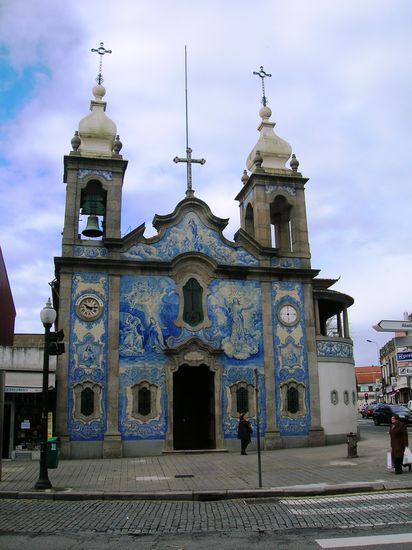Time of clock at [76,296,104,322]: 10:14
